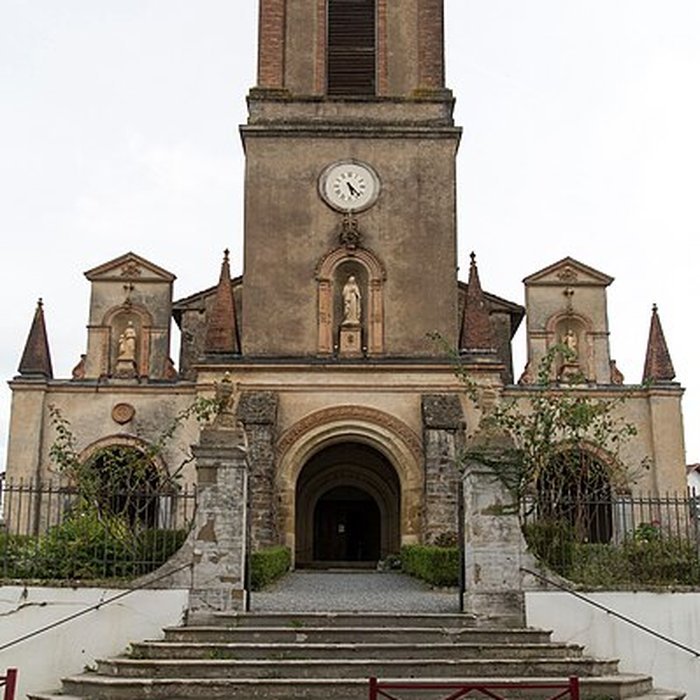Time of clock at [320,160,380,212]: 5:23
